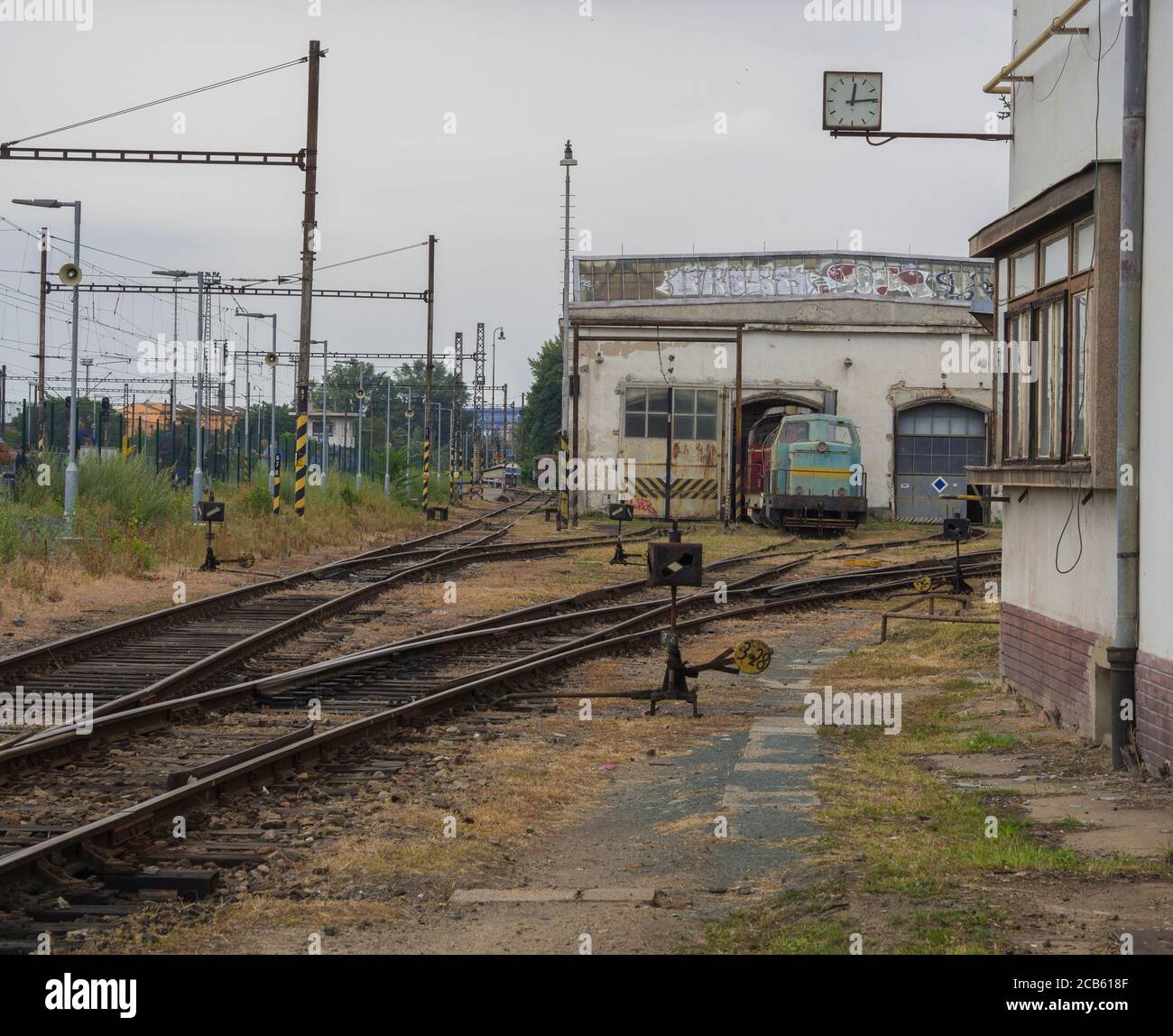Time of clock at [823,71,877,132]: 12:14
